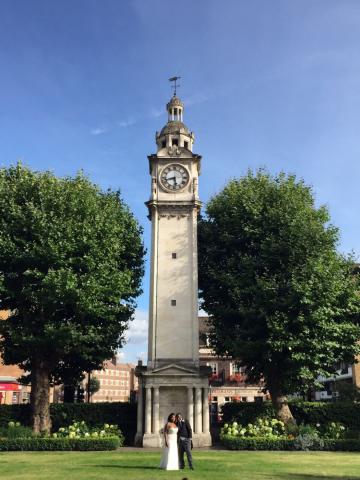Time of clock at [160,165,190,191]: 5:42
